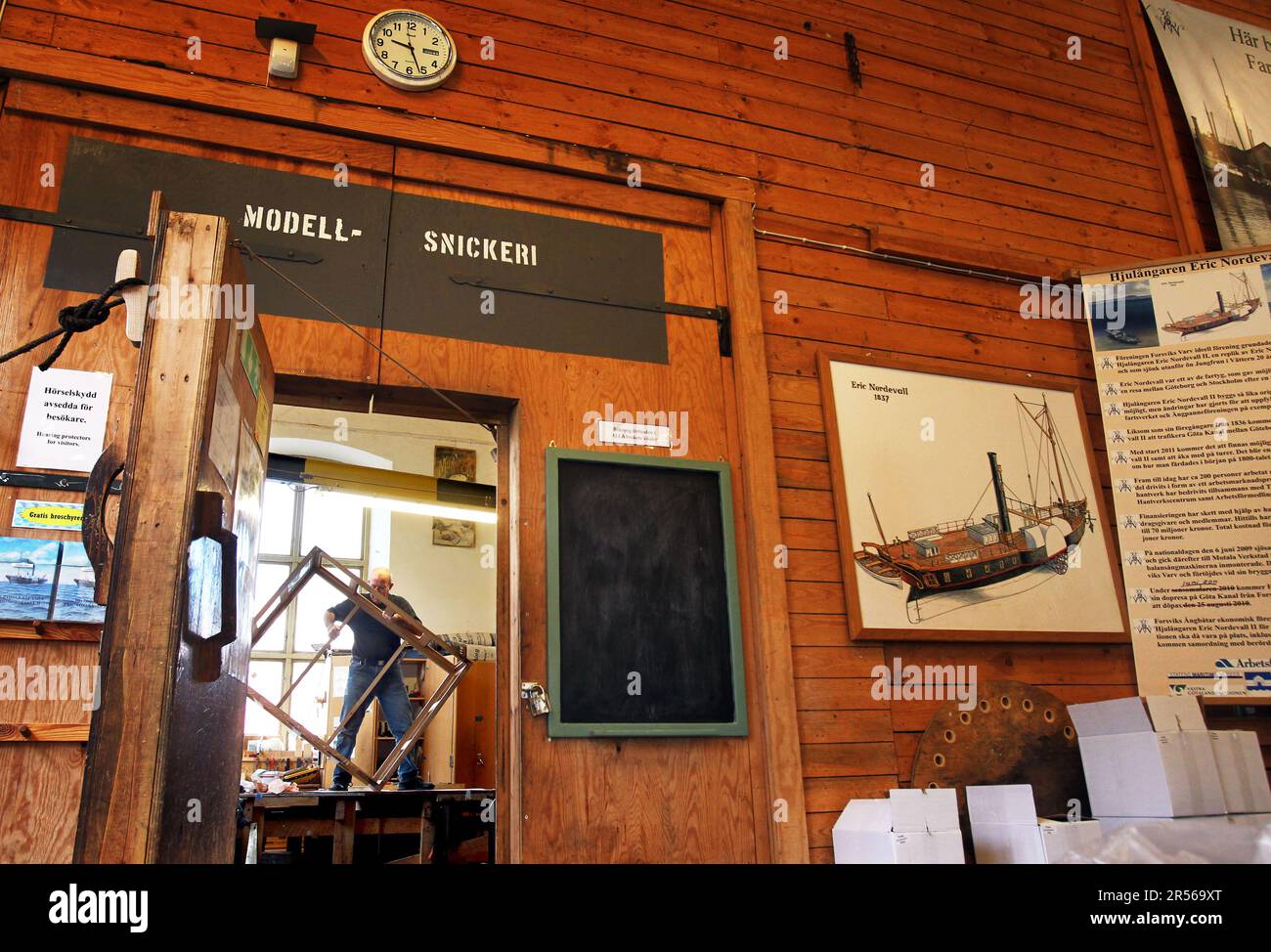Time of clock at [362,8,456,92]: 9:26
